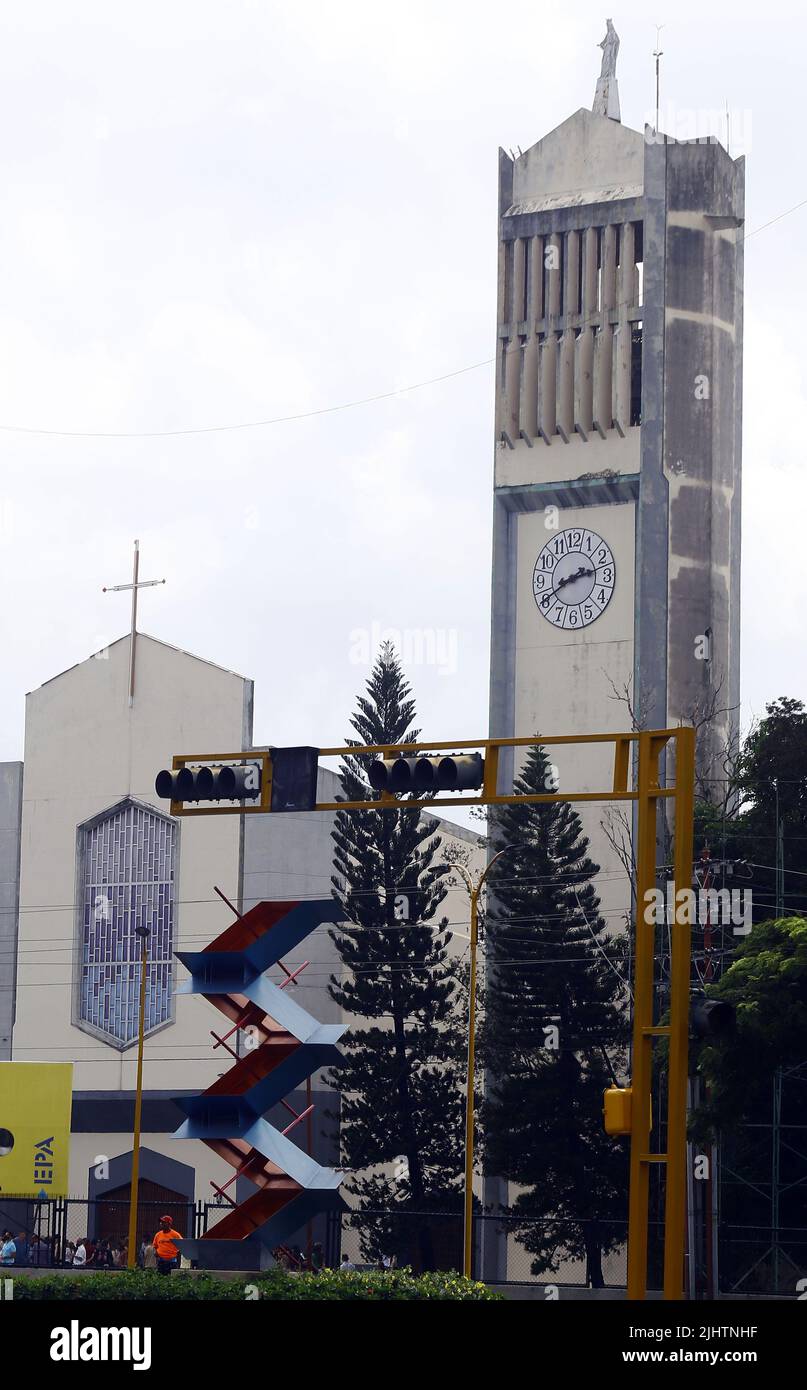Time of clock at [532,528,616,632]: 8:12
